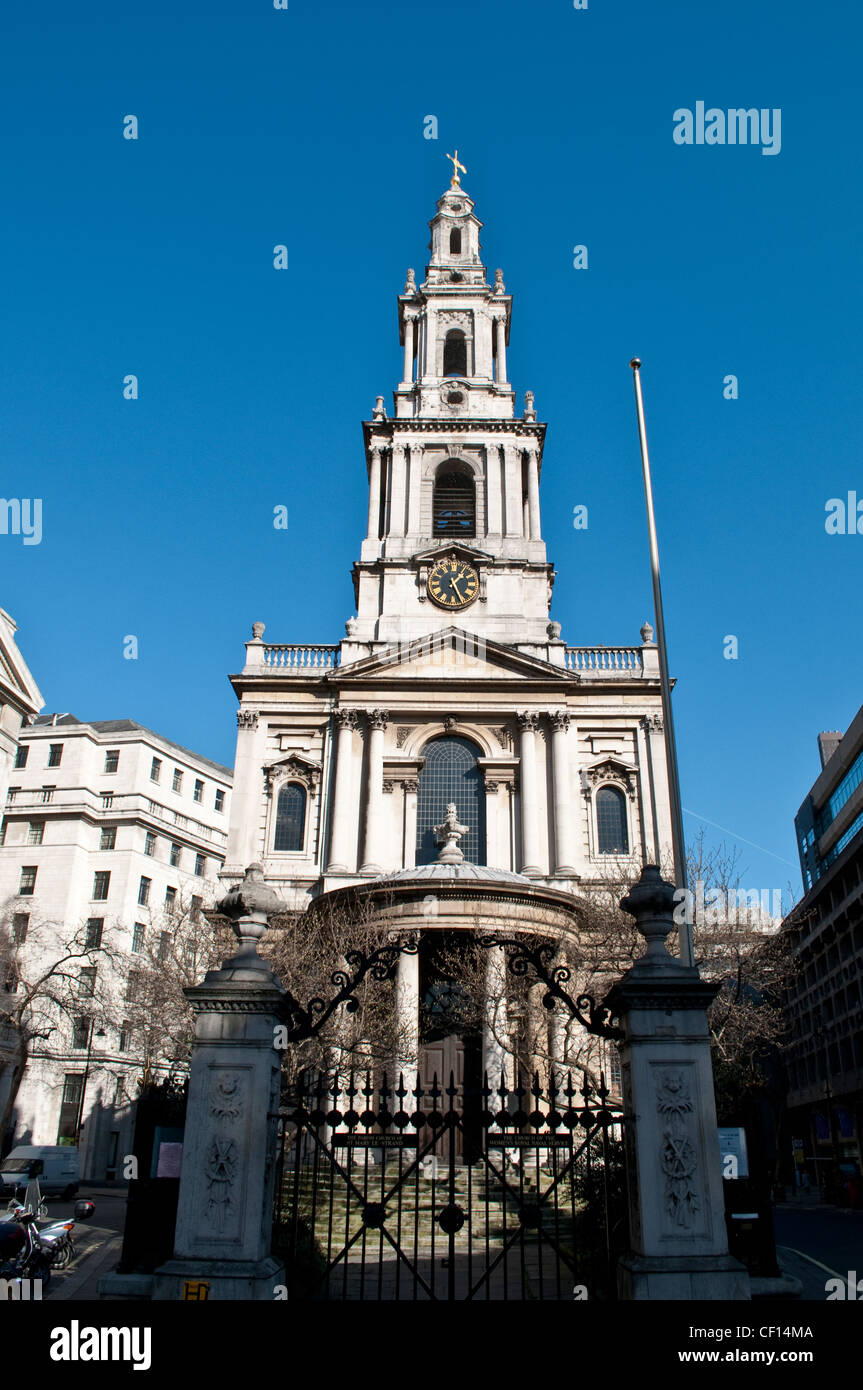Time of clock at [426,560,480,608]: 1:26
